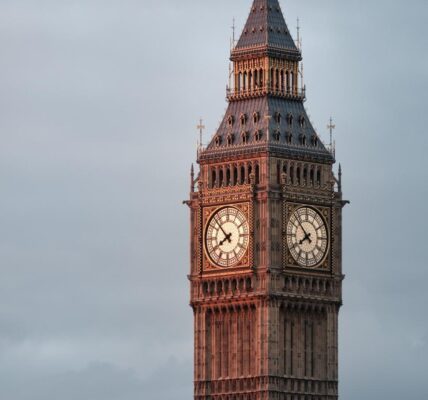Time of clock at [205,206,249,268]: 7:52
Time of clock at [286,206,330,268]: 7:52
